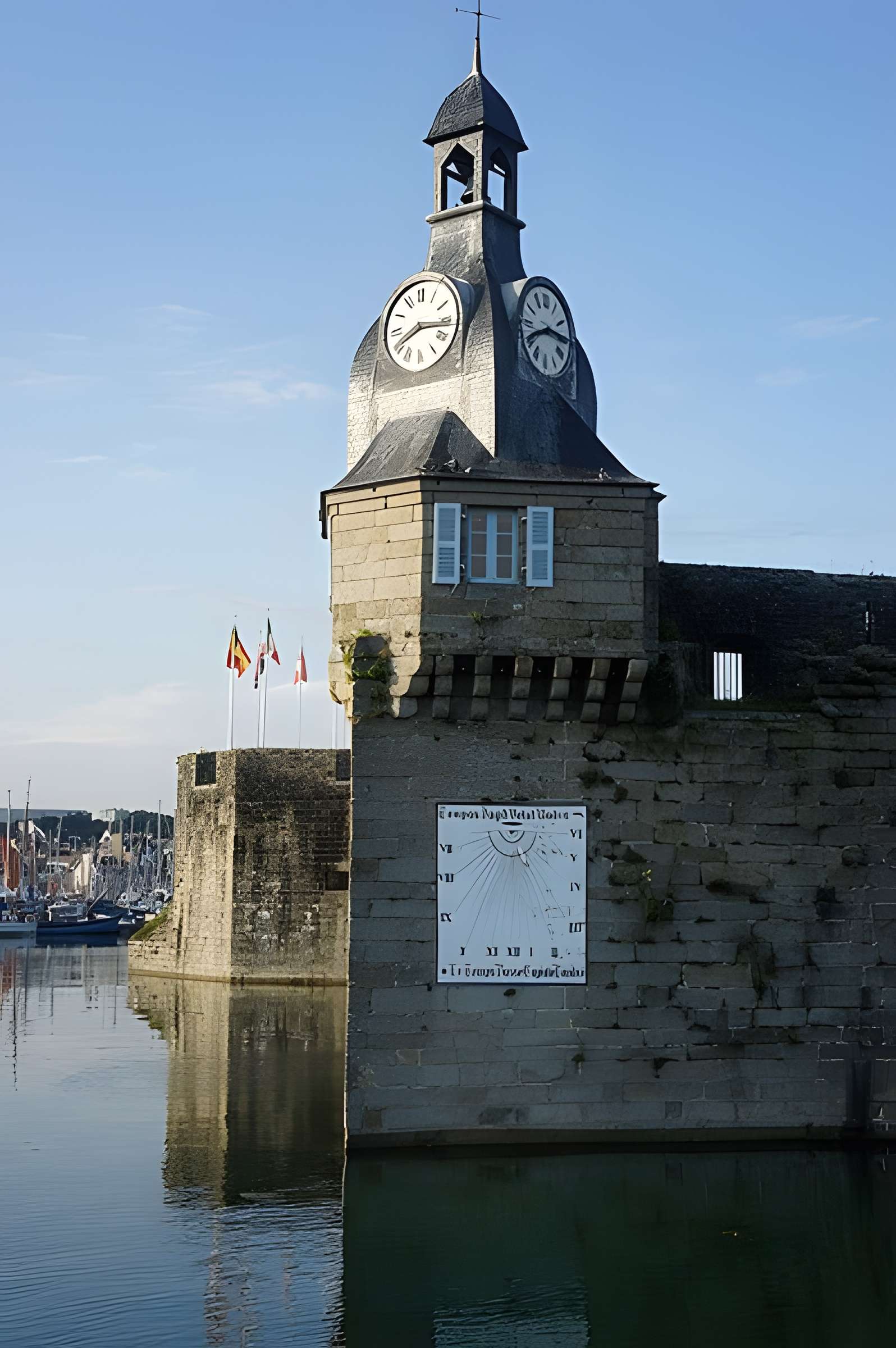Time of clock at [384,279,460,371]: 8:16
